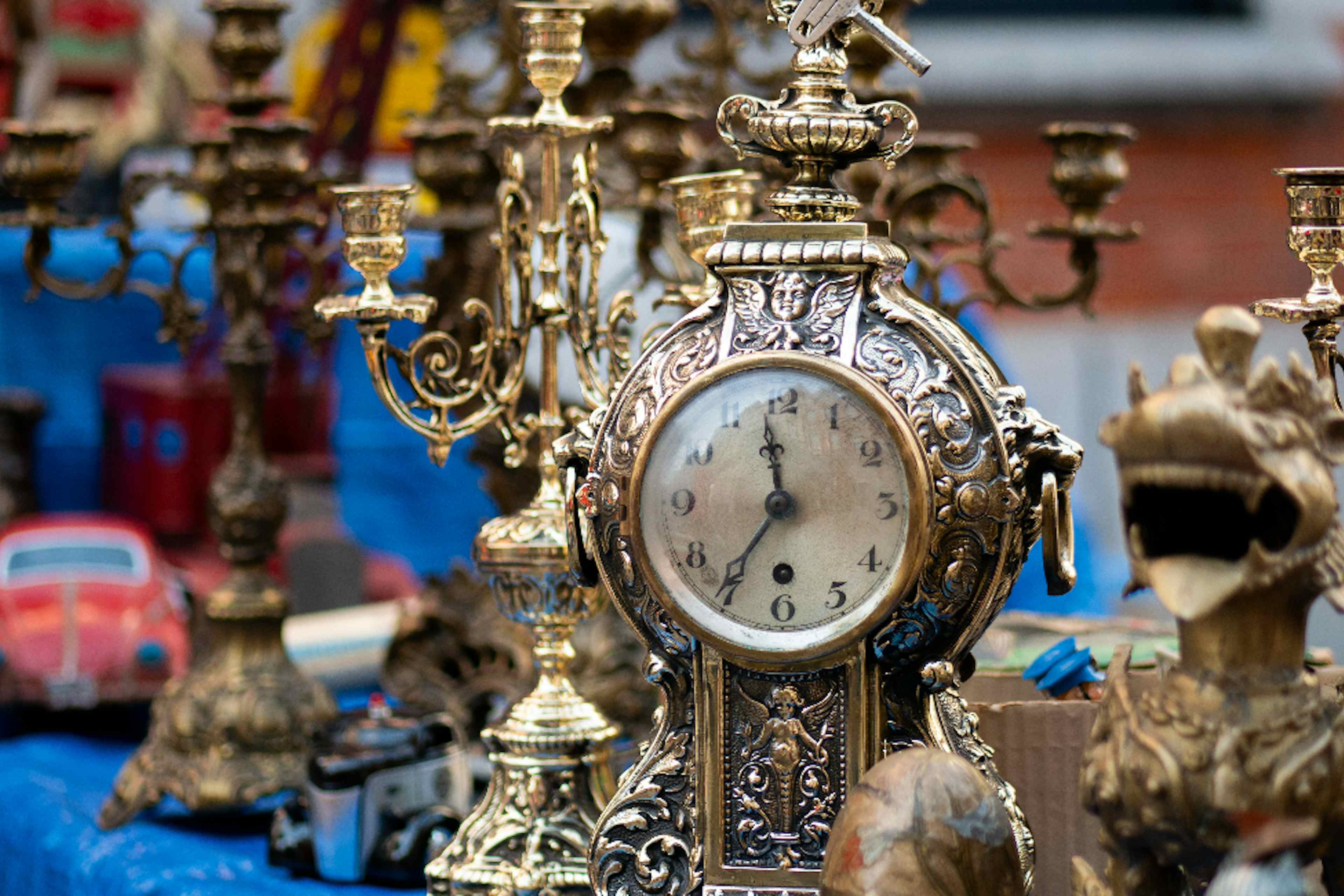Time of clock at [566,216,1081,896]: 11:35
